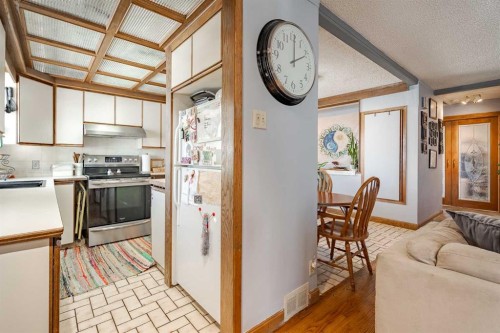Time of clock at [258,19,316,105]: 2:00
